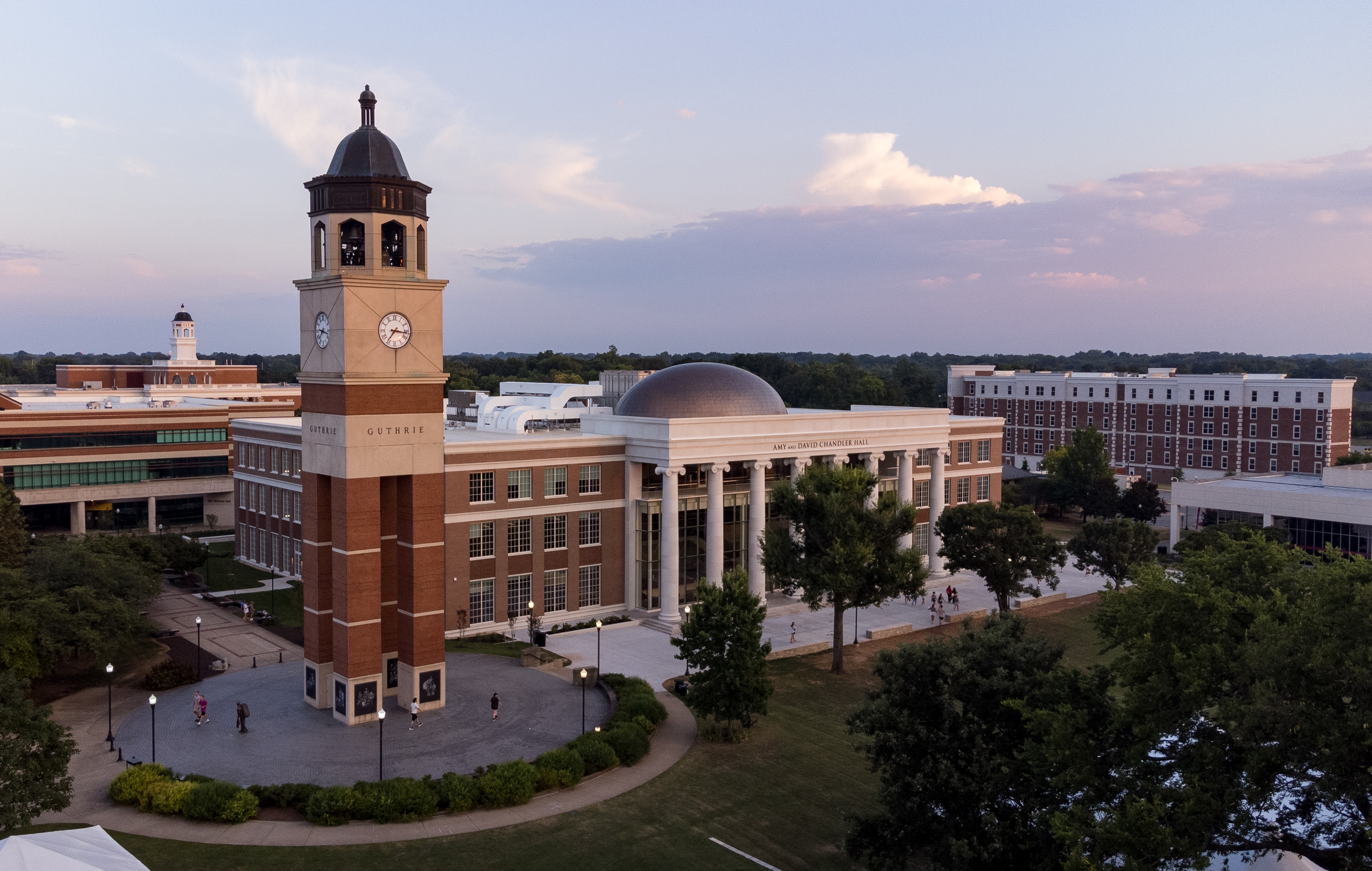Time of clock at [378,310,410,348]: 7:16
